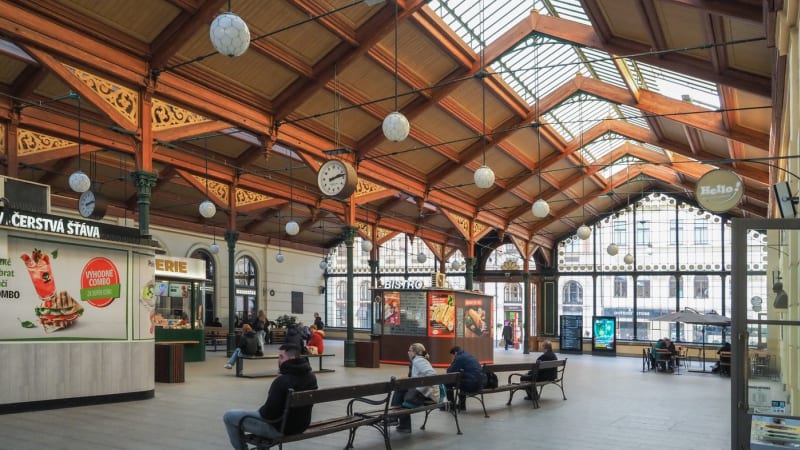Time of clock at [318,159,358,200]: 2:12
